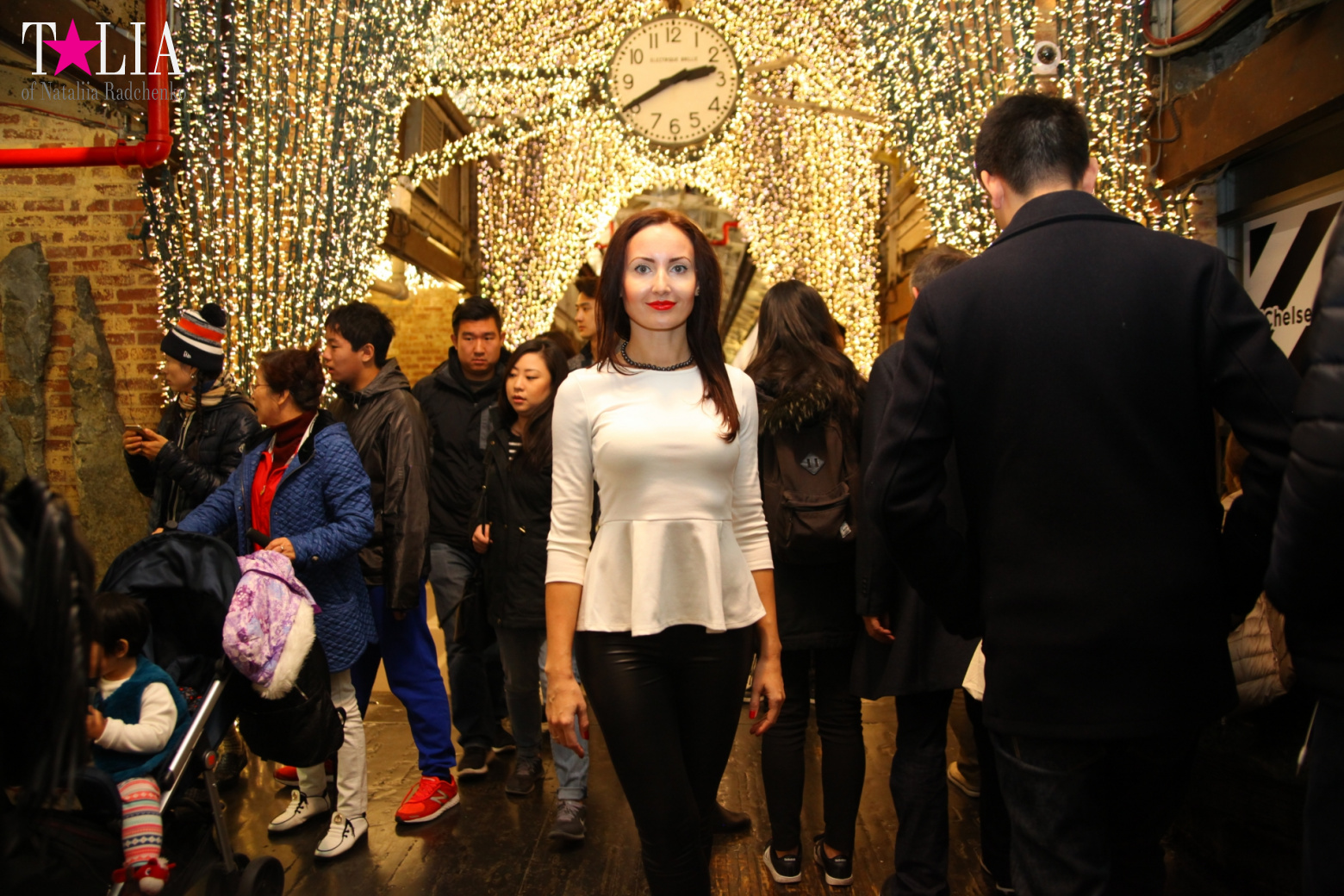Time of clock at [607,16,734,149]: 2:40
